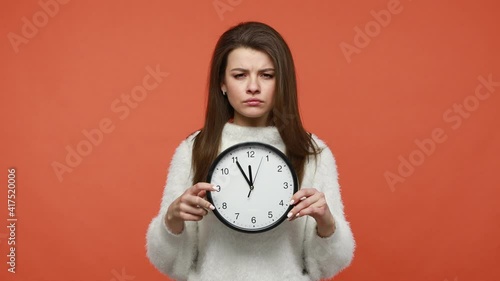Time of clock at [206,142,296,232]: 11:54
